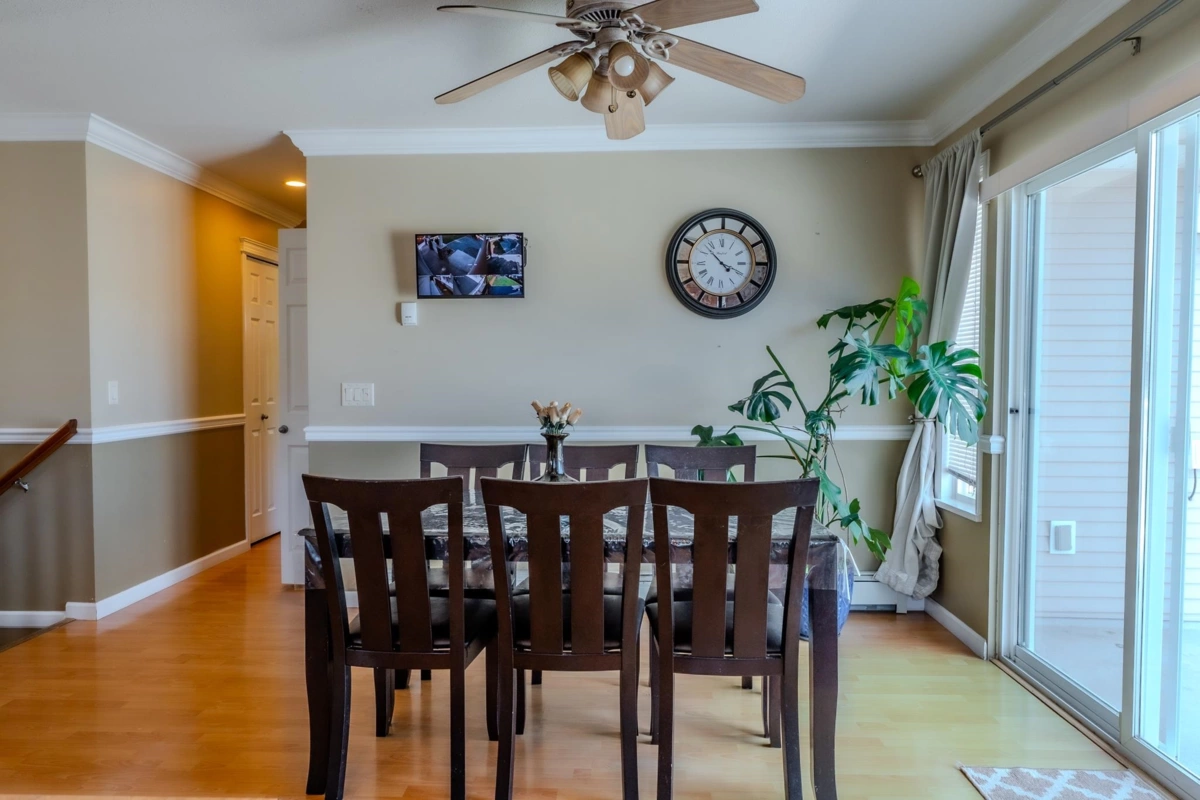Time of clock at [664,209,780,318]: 3:52
